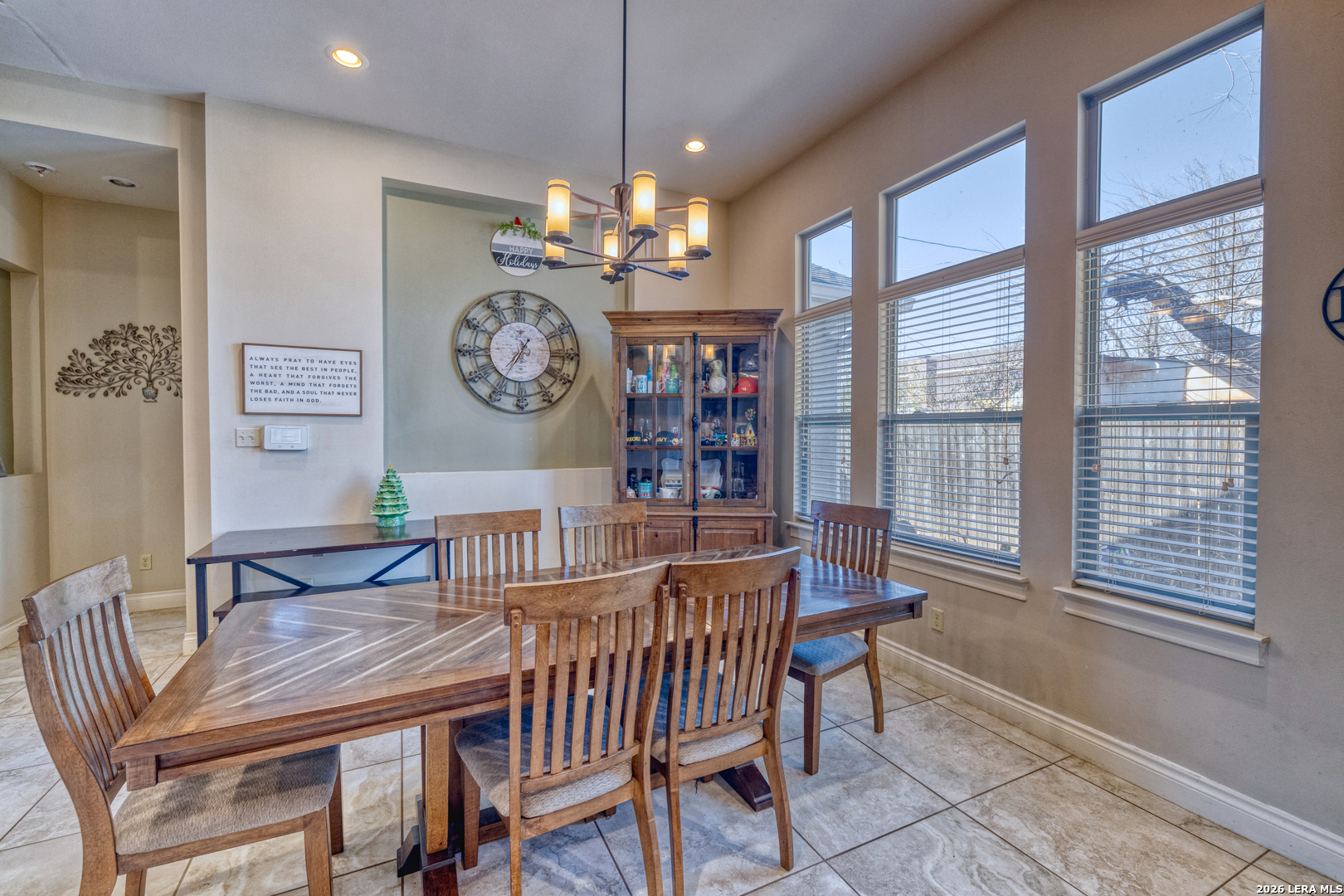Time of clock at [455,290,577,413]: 7:35
